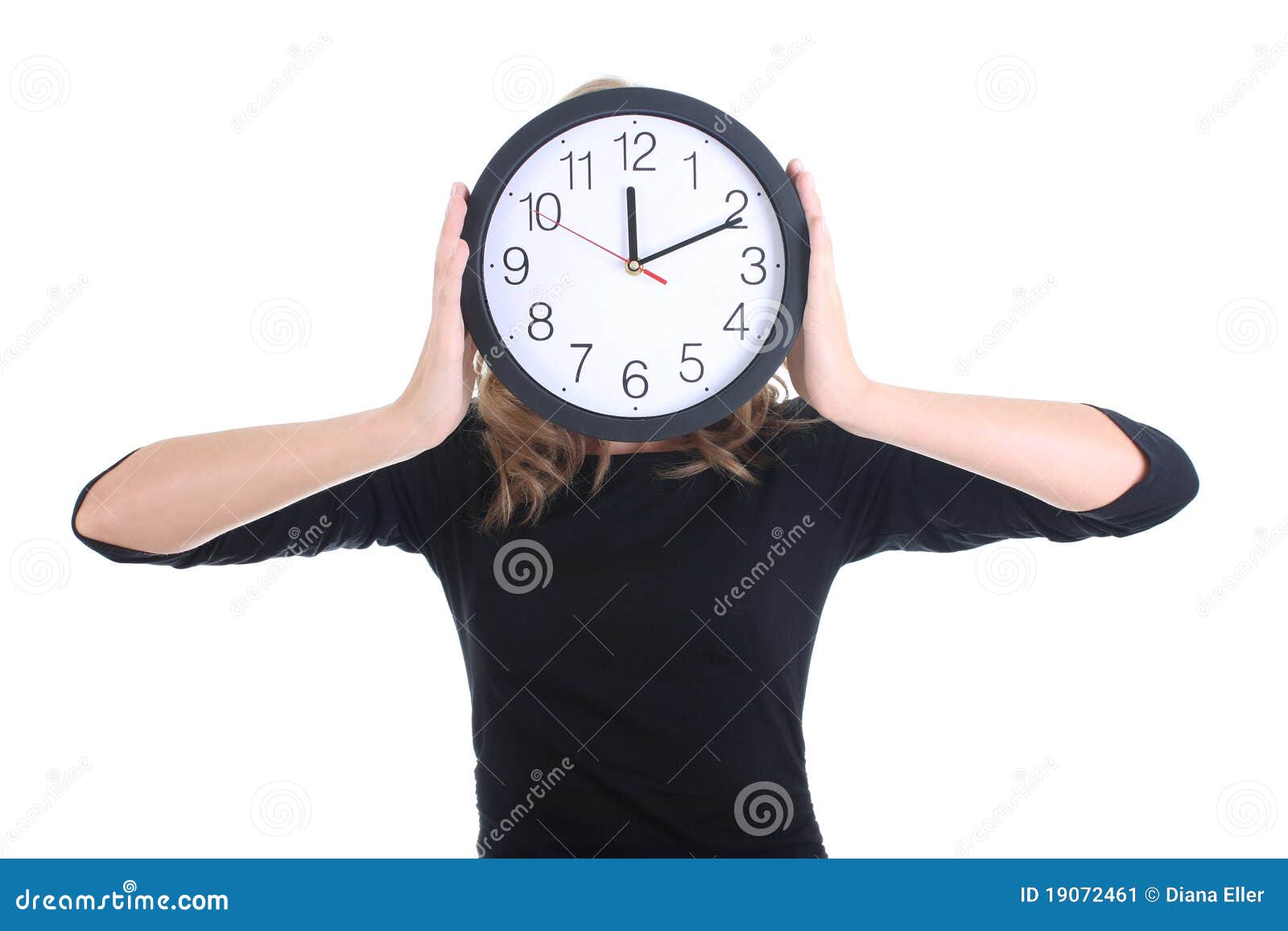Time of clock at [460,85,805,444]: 12:10
